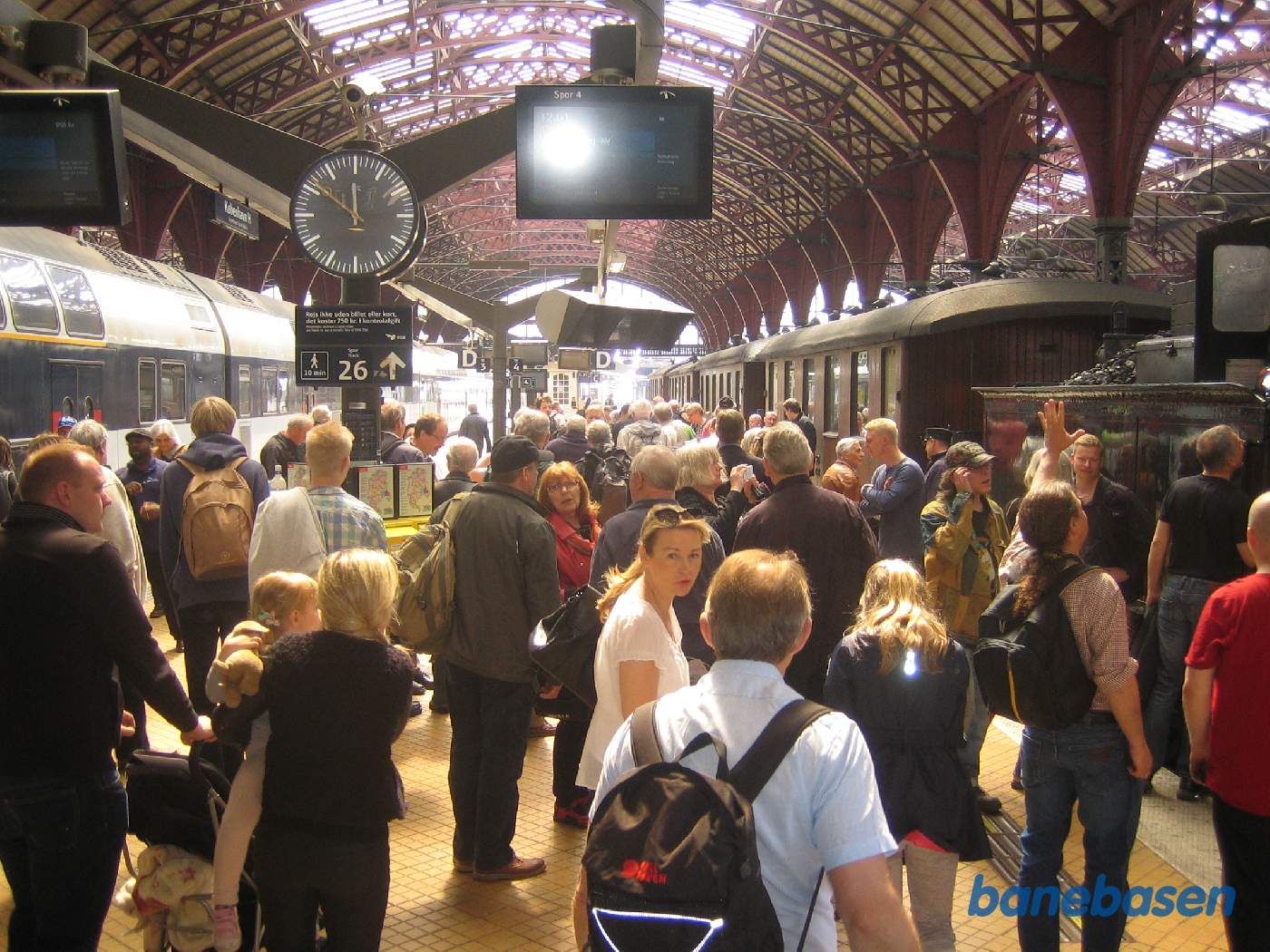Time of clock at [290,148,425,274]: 11:51
